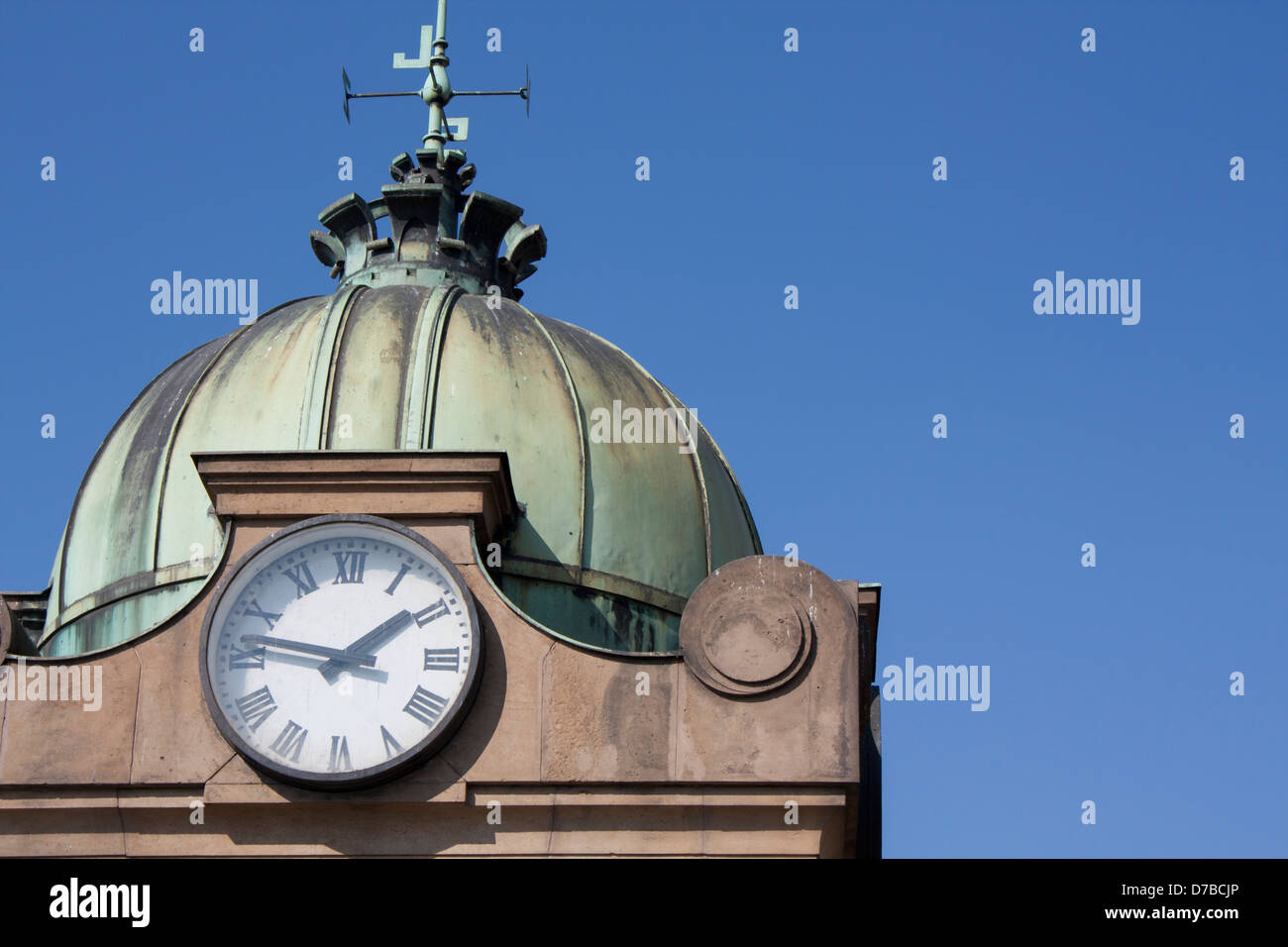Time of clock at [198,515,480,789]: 1:46
